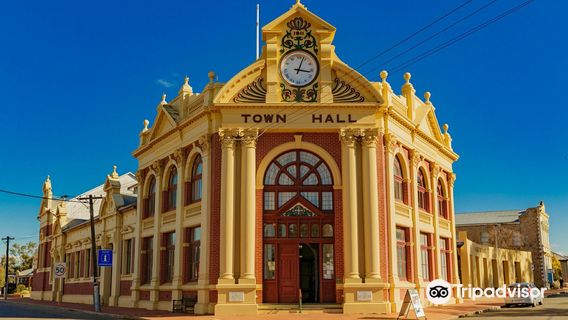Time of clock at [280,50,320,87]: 3:03
